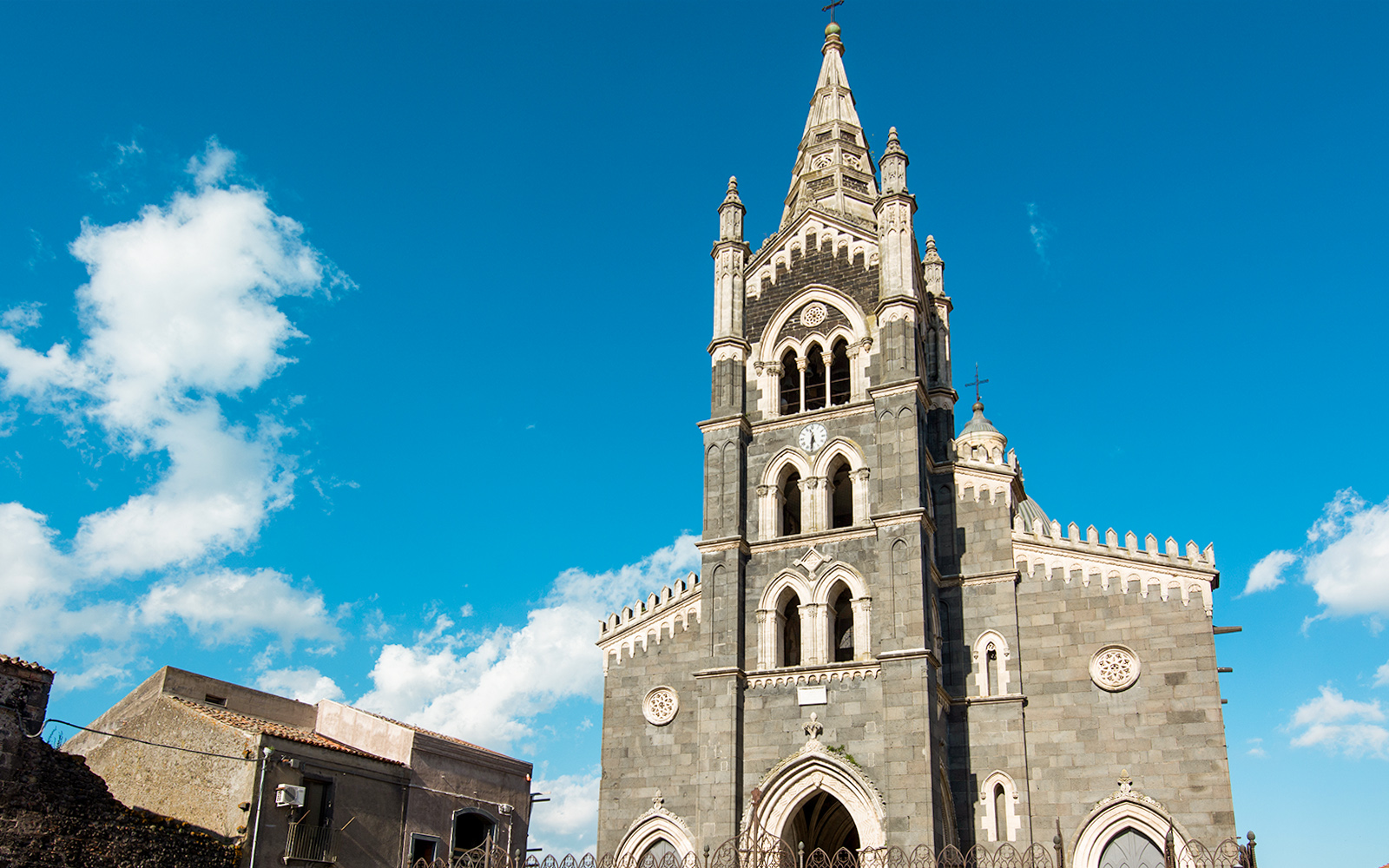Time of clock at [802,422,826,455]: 5:31
